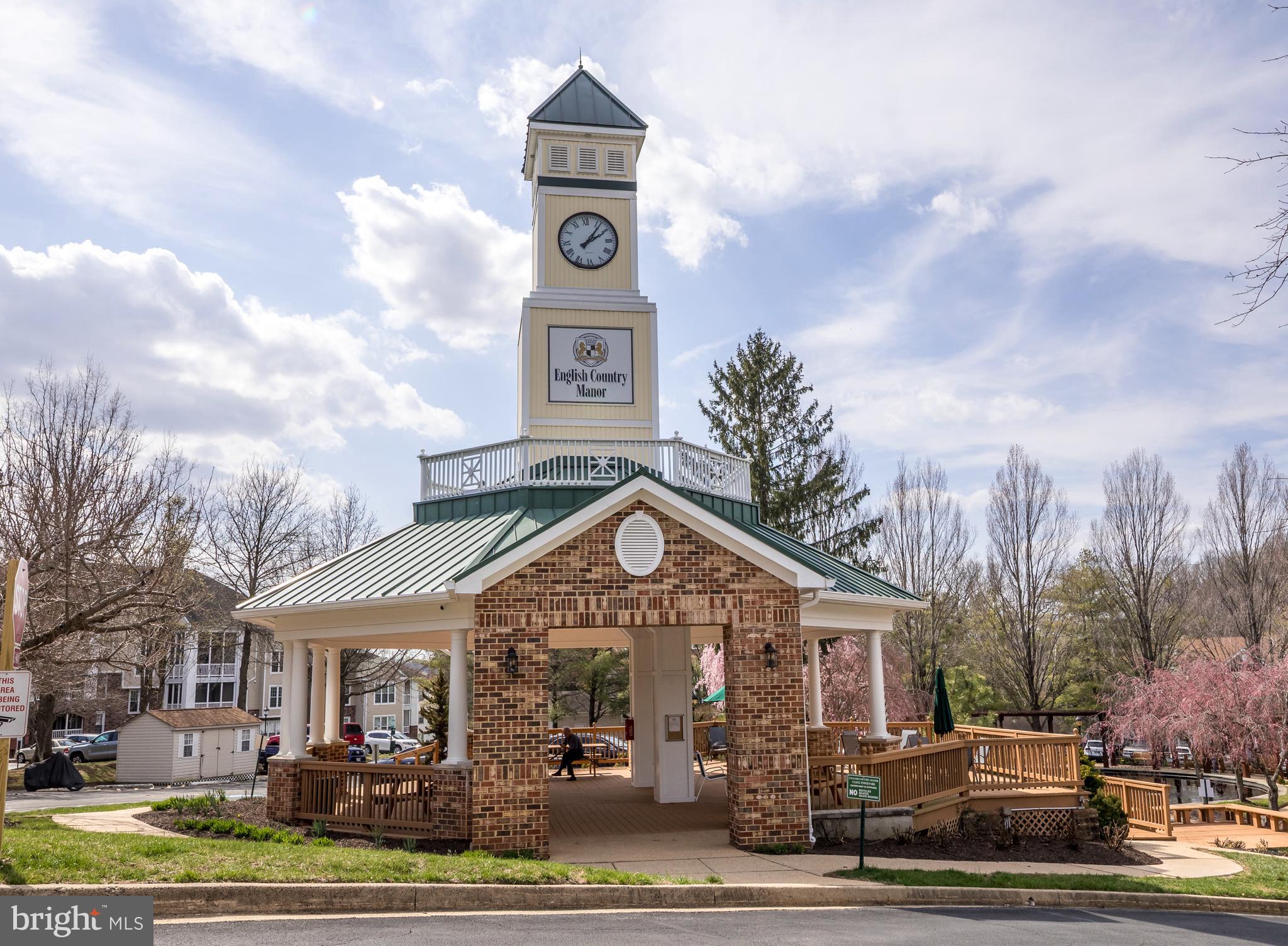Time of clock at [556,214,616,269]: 2:06
